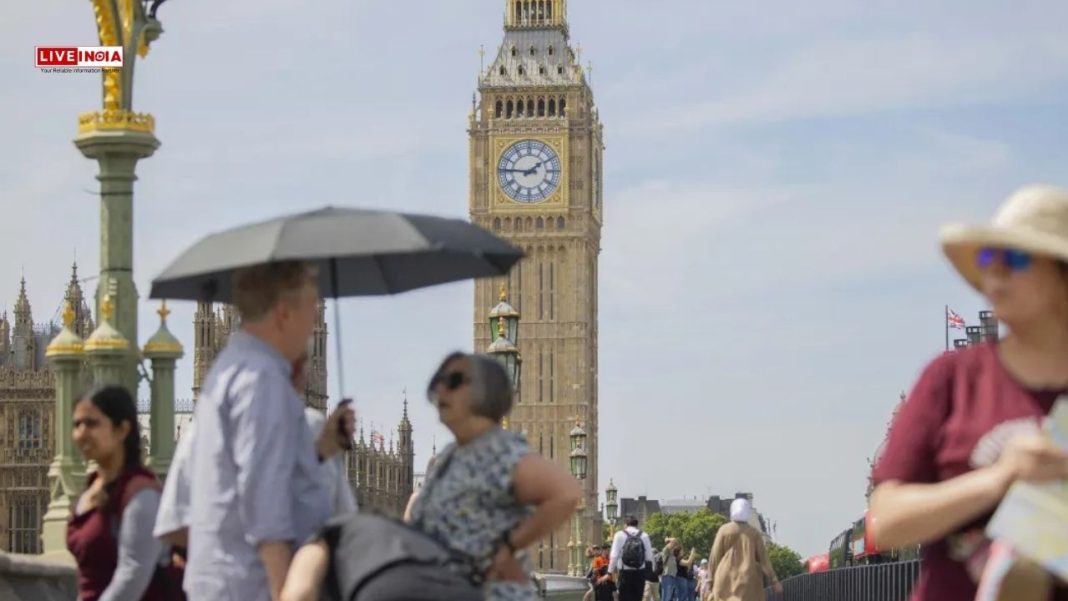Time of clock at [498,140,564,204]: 1:46
